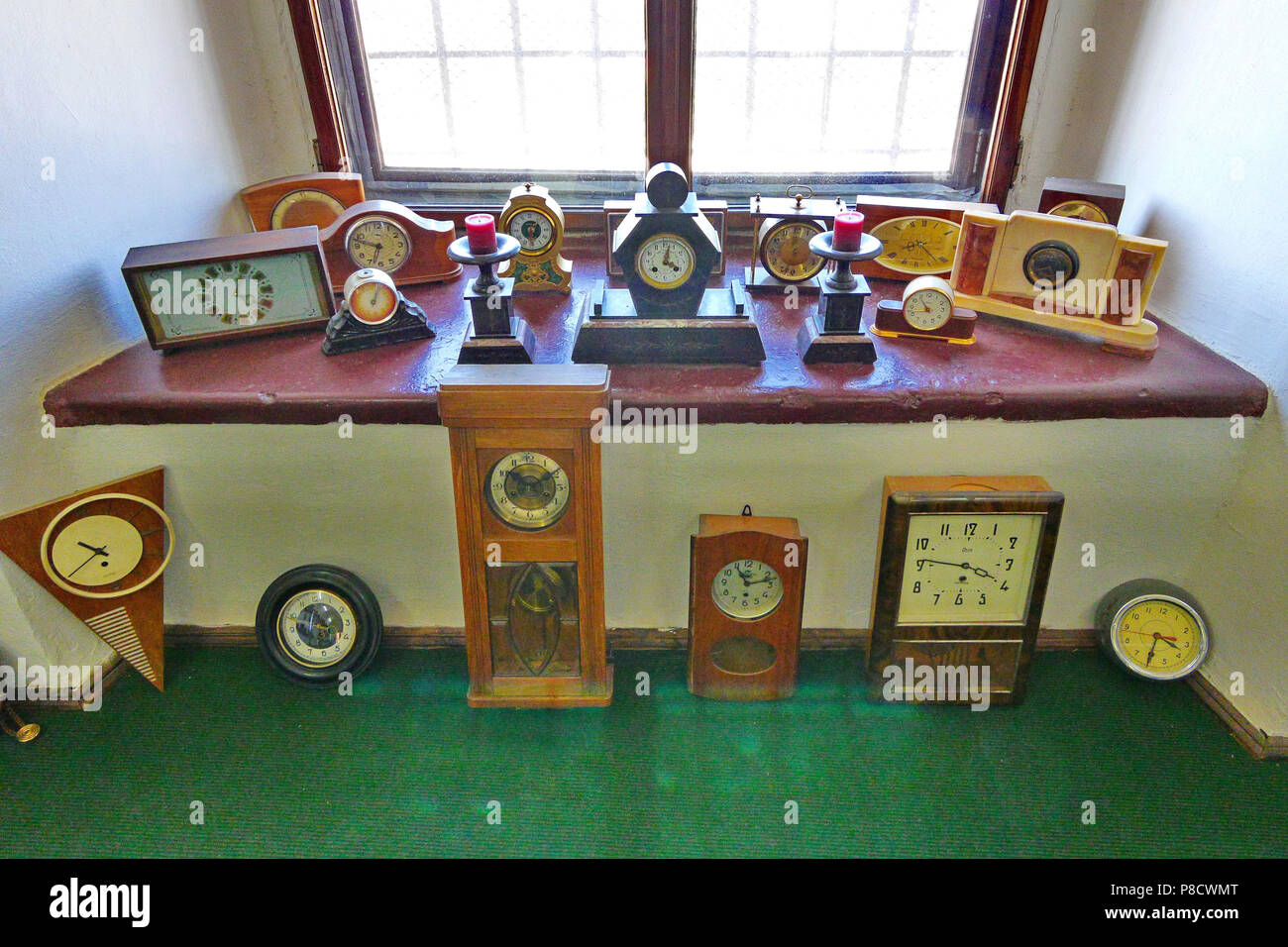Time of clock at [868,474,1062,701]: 3:46
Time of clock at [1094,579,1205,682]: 3:30
